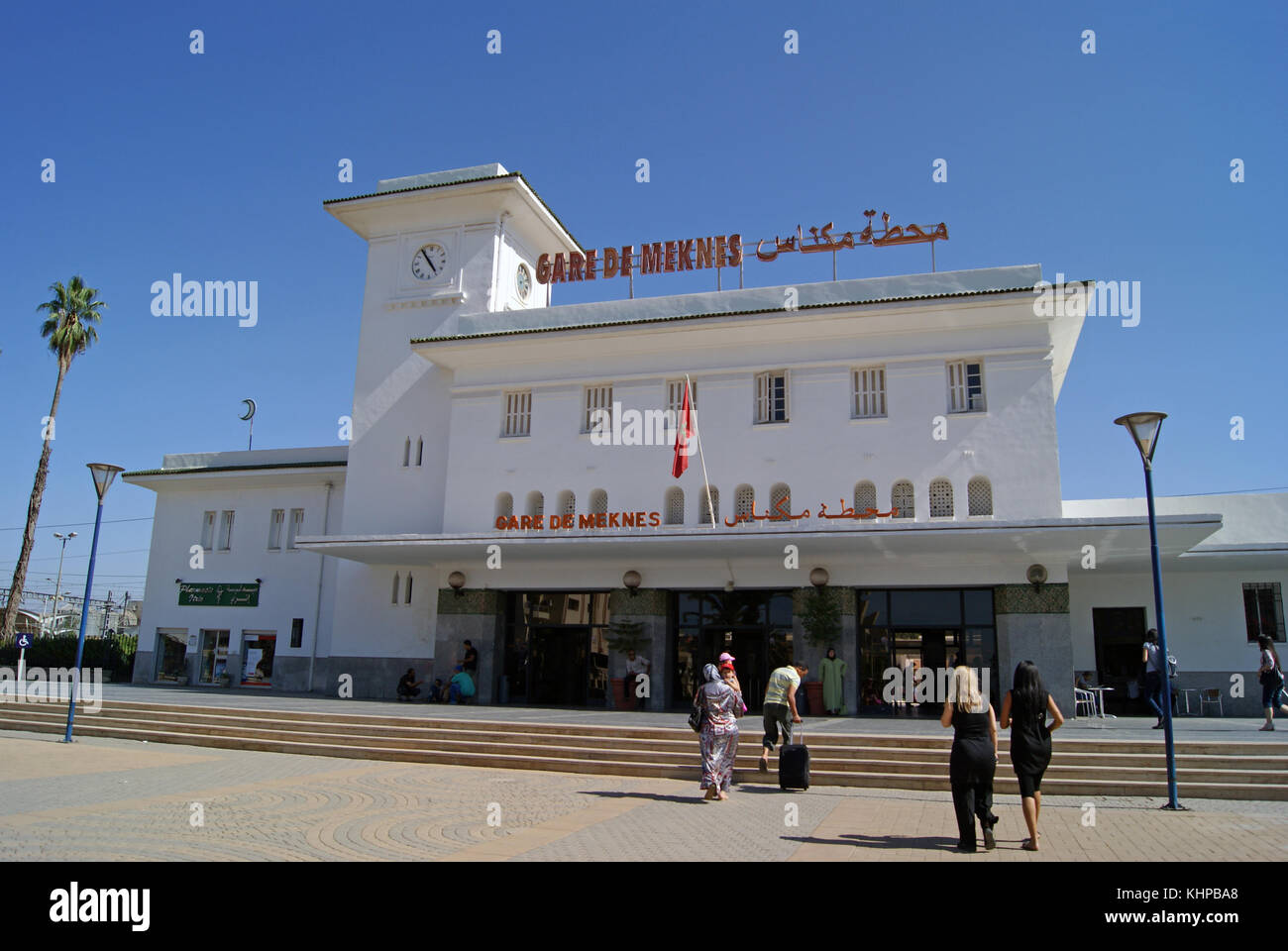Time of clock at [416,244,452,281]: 4:54
